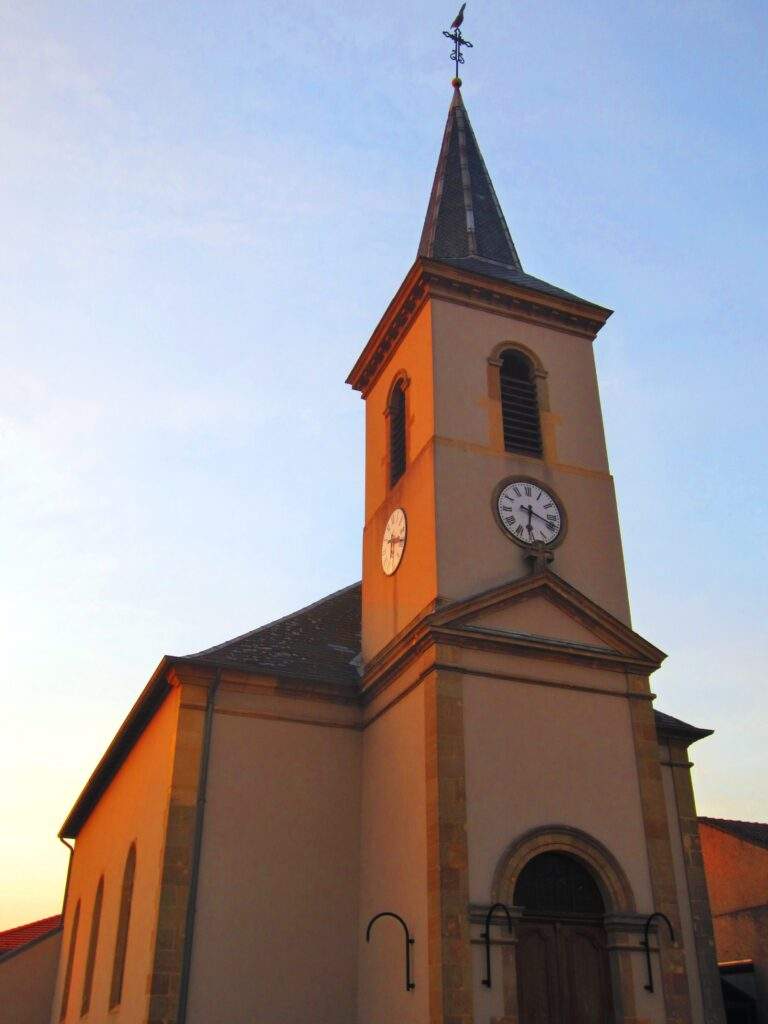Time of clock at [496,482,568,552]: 6:18
